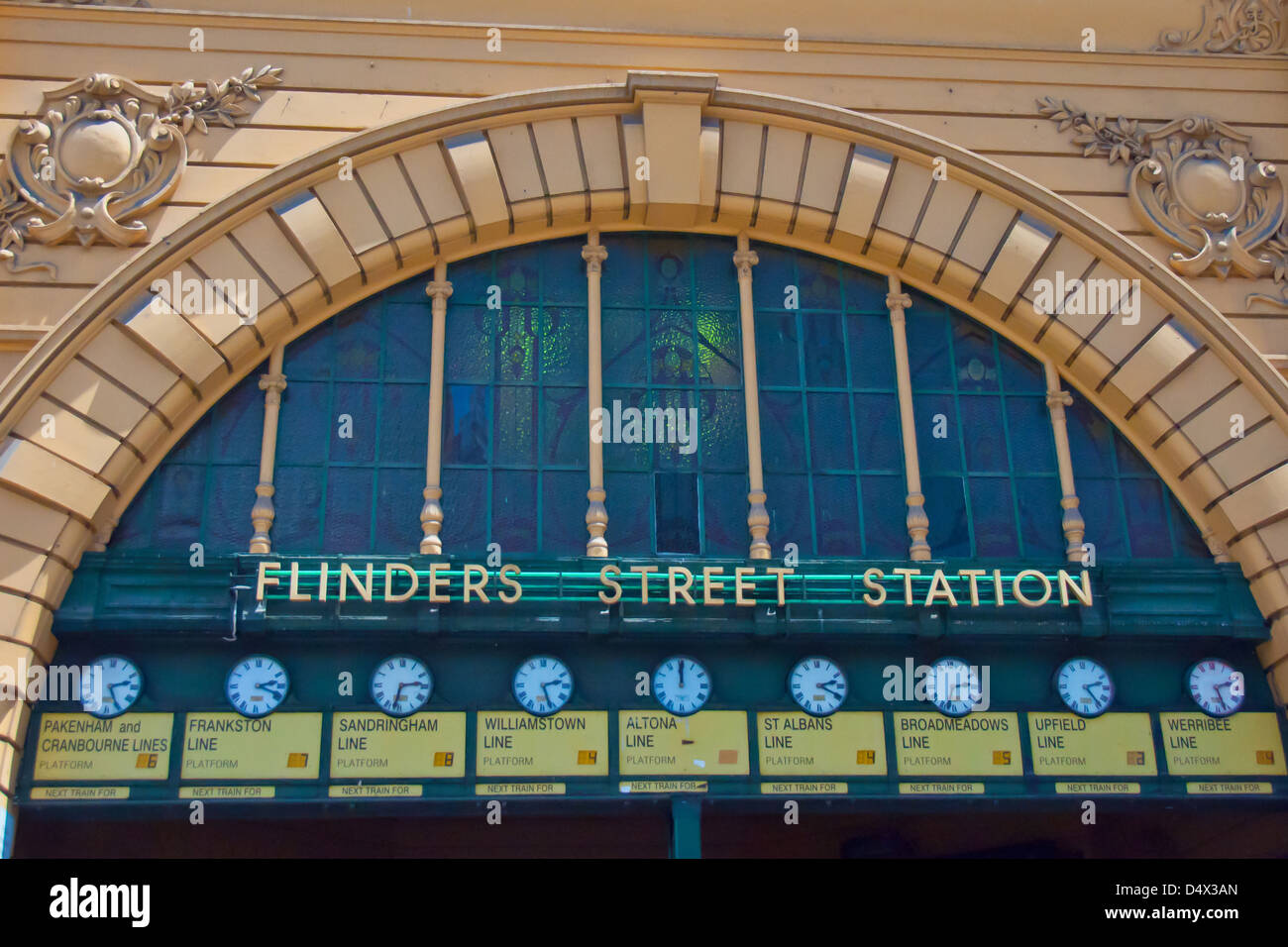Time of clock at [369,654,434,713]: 2:32
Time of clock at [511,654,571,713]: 2:26
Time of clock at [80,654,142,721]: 2:25
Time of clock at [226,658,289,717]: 2:18
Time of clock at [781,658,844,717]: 2:19
